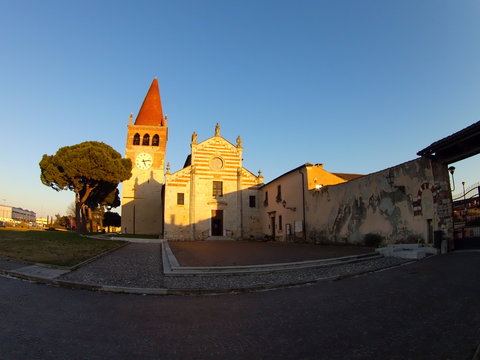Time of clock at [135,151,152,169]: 5:12
